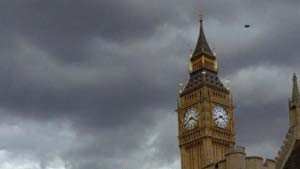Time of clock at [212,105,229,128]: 3:40
